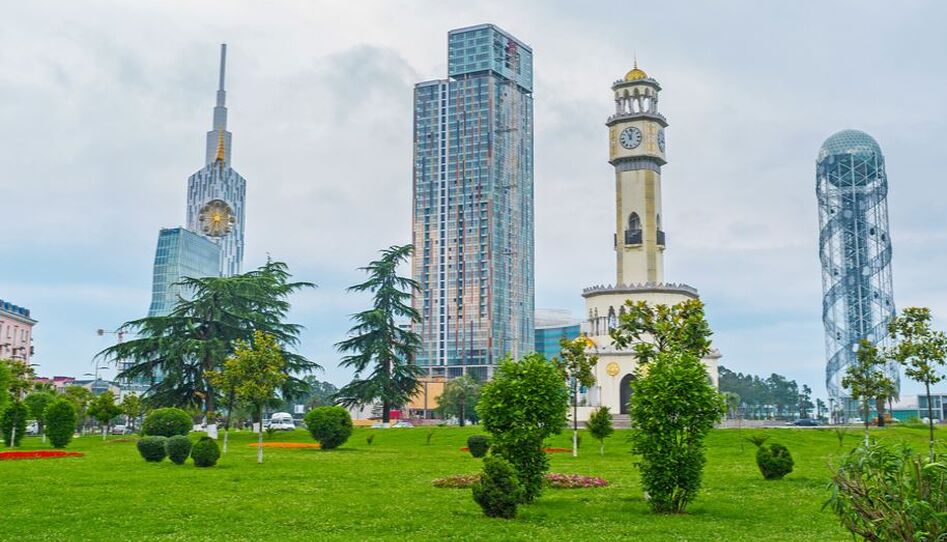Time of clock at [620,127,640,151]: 11:02
